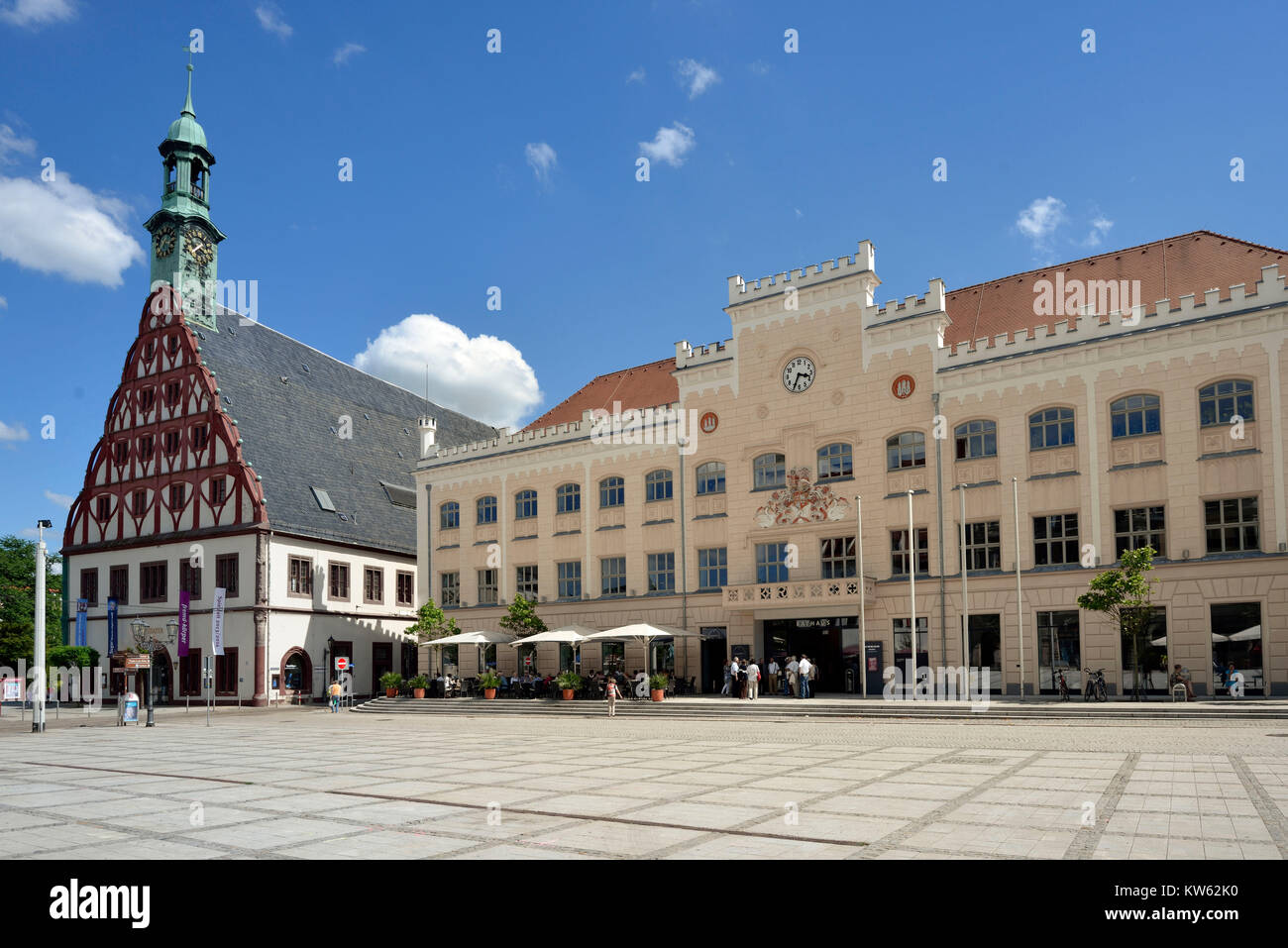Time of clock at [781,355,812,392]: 3:34
